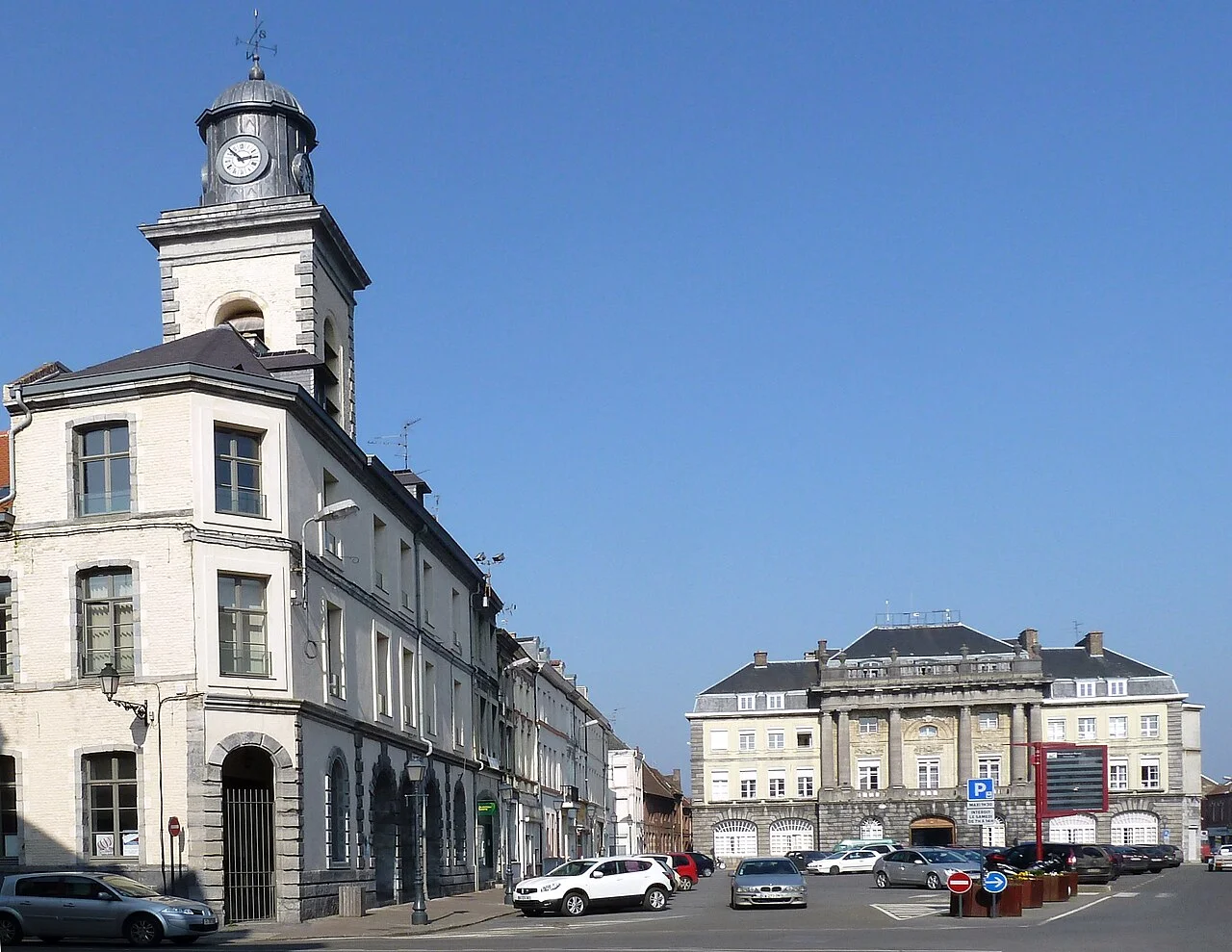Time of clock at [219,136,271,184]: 2:52
